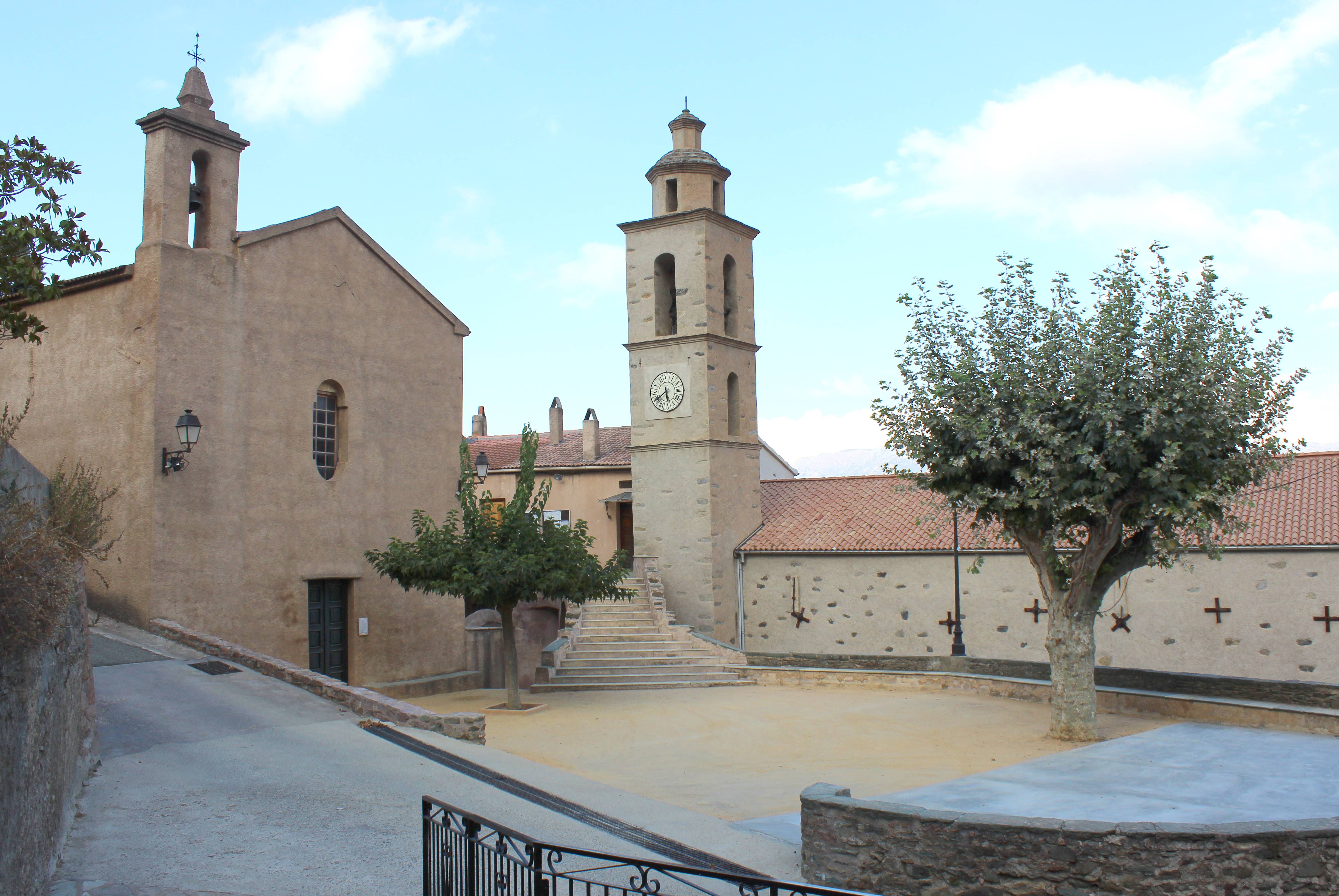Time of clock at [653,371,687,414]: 5:39
